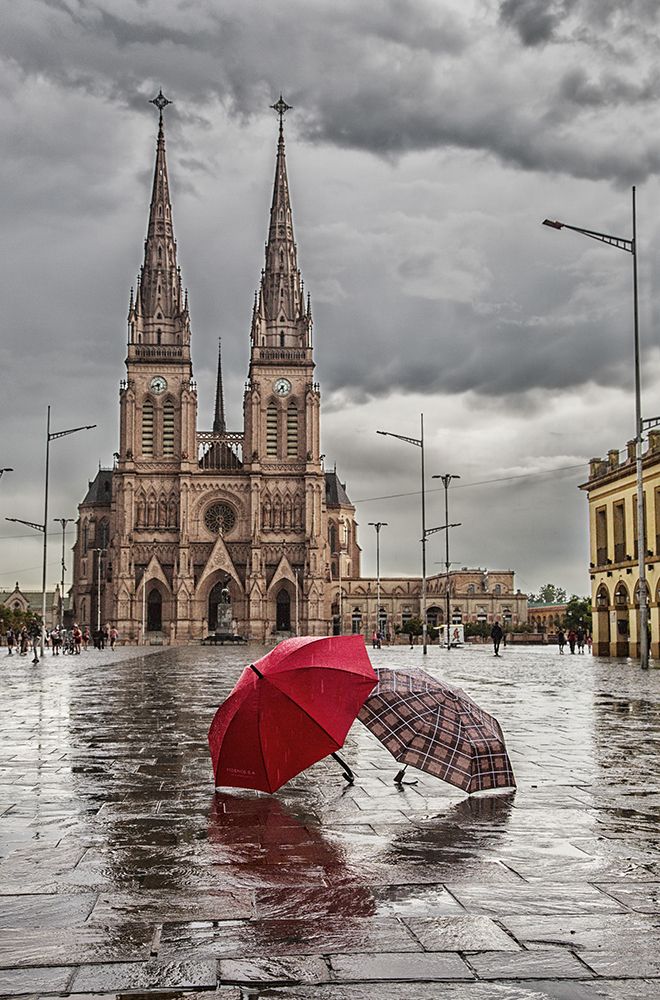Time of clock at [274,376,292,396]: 5:36
